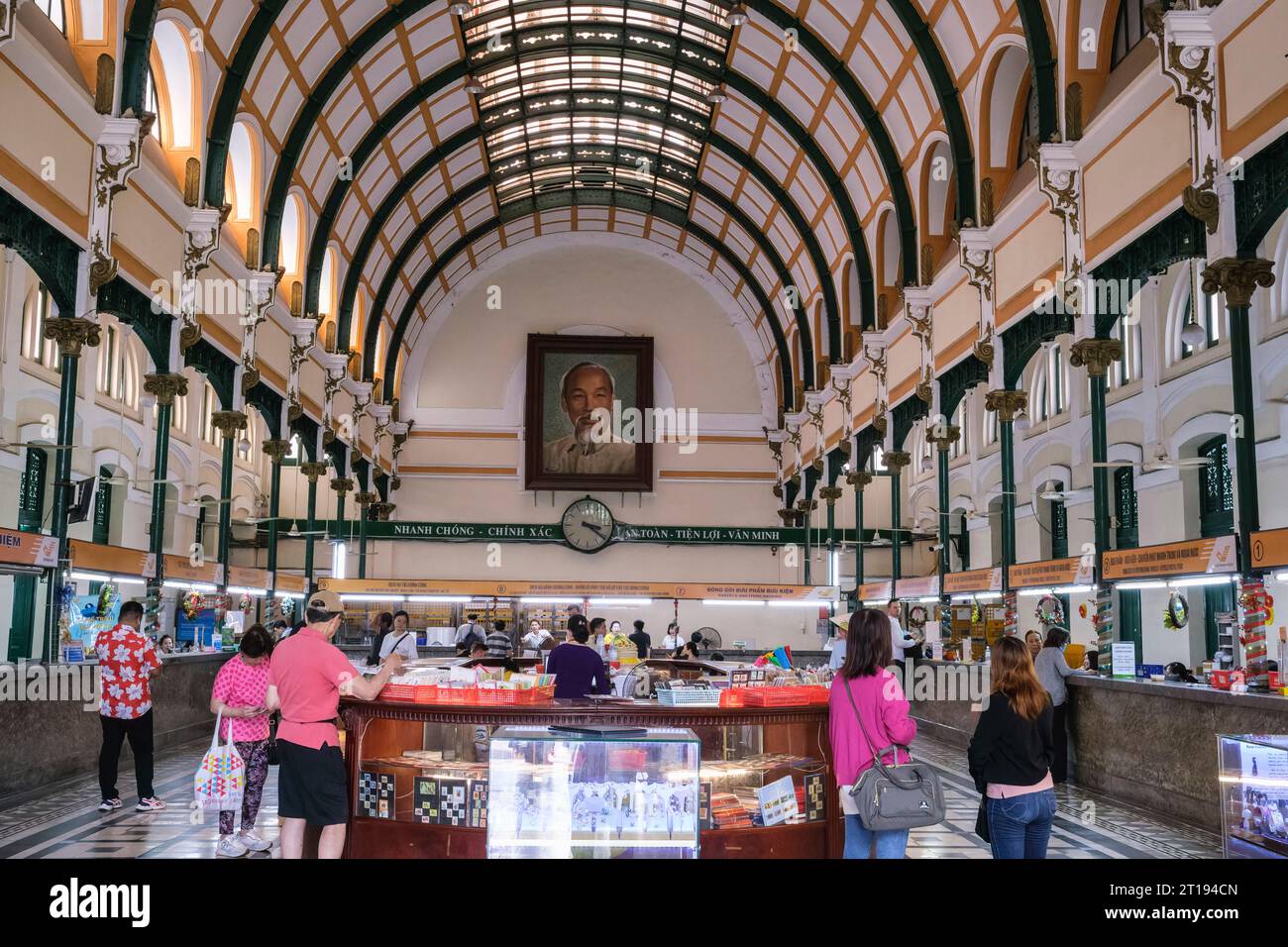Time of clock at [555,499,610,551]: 3:21
